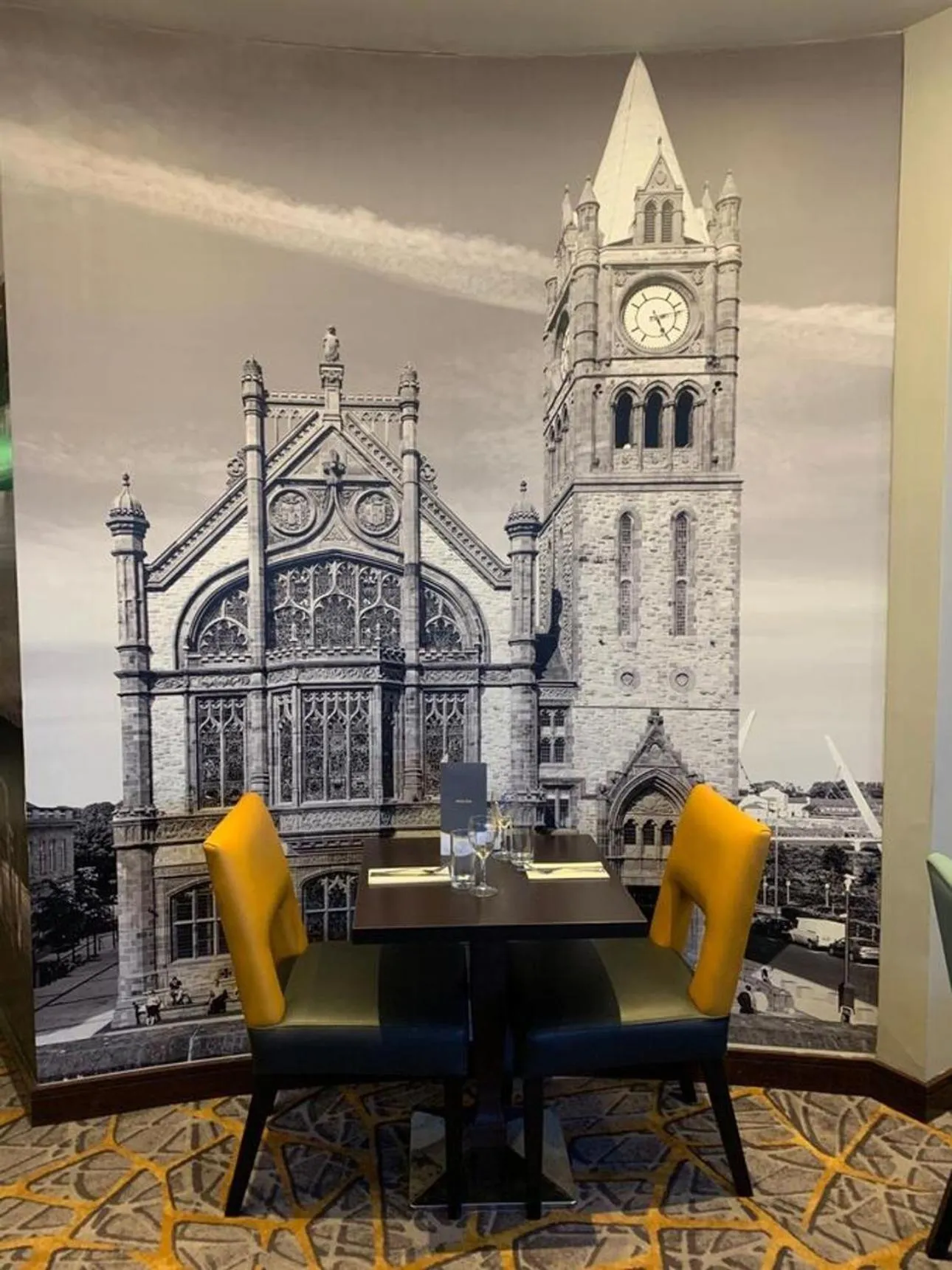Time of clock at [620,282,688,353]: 5:12
